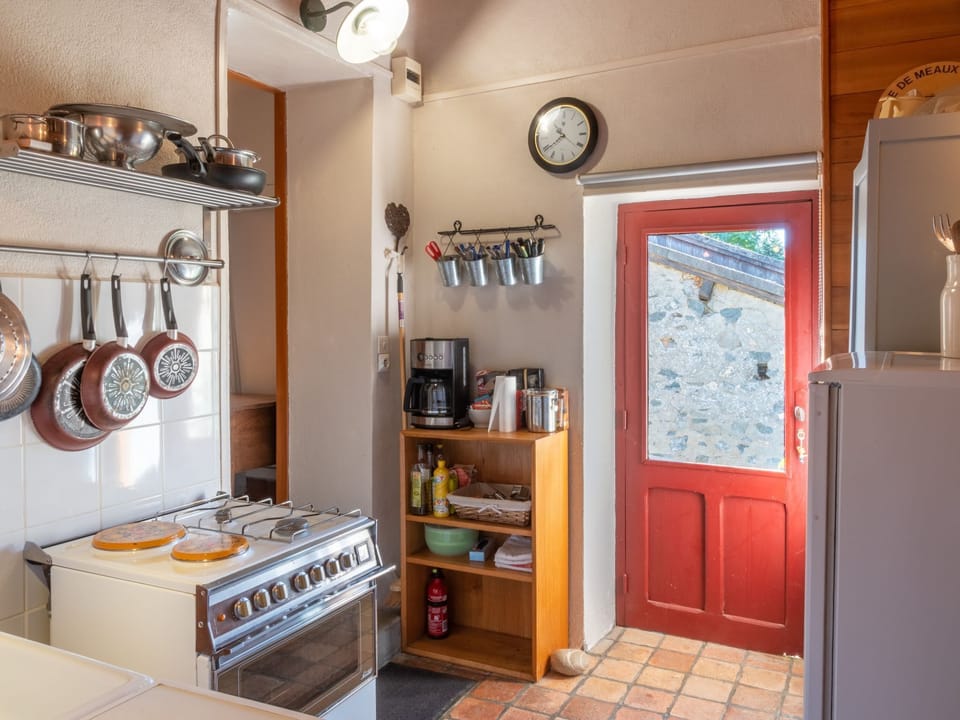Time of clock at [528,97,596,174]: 10:39
